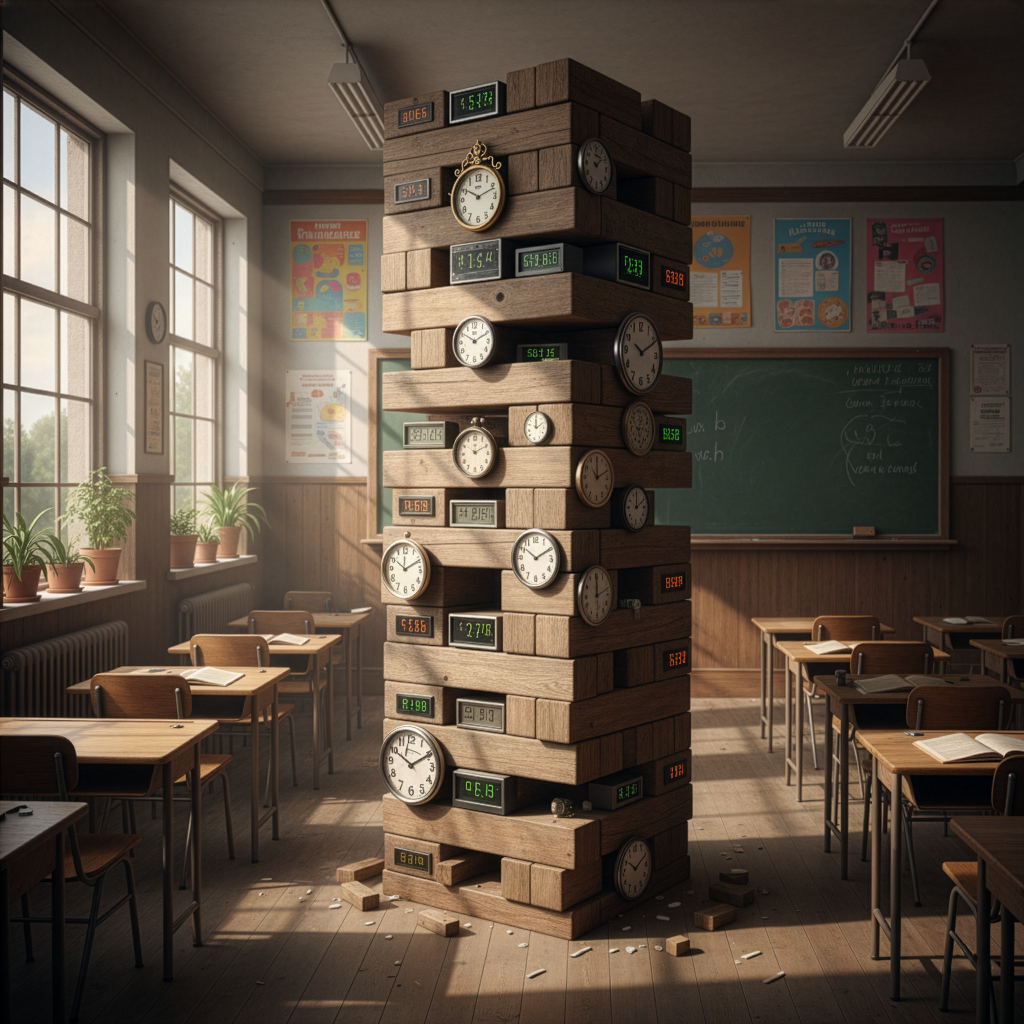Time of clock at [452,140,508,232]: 10:11
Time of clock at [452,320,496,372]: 10:10
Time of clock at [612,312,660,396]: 10:10
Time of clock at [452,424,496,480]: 12:10
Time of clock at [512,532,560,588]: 10:10
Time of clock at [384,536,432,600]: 10:10
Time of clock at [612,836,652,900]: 10:10
